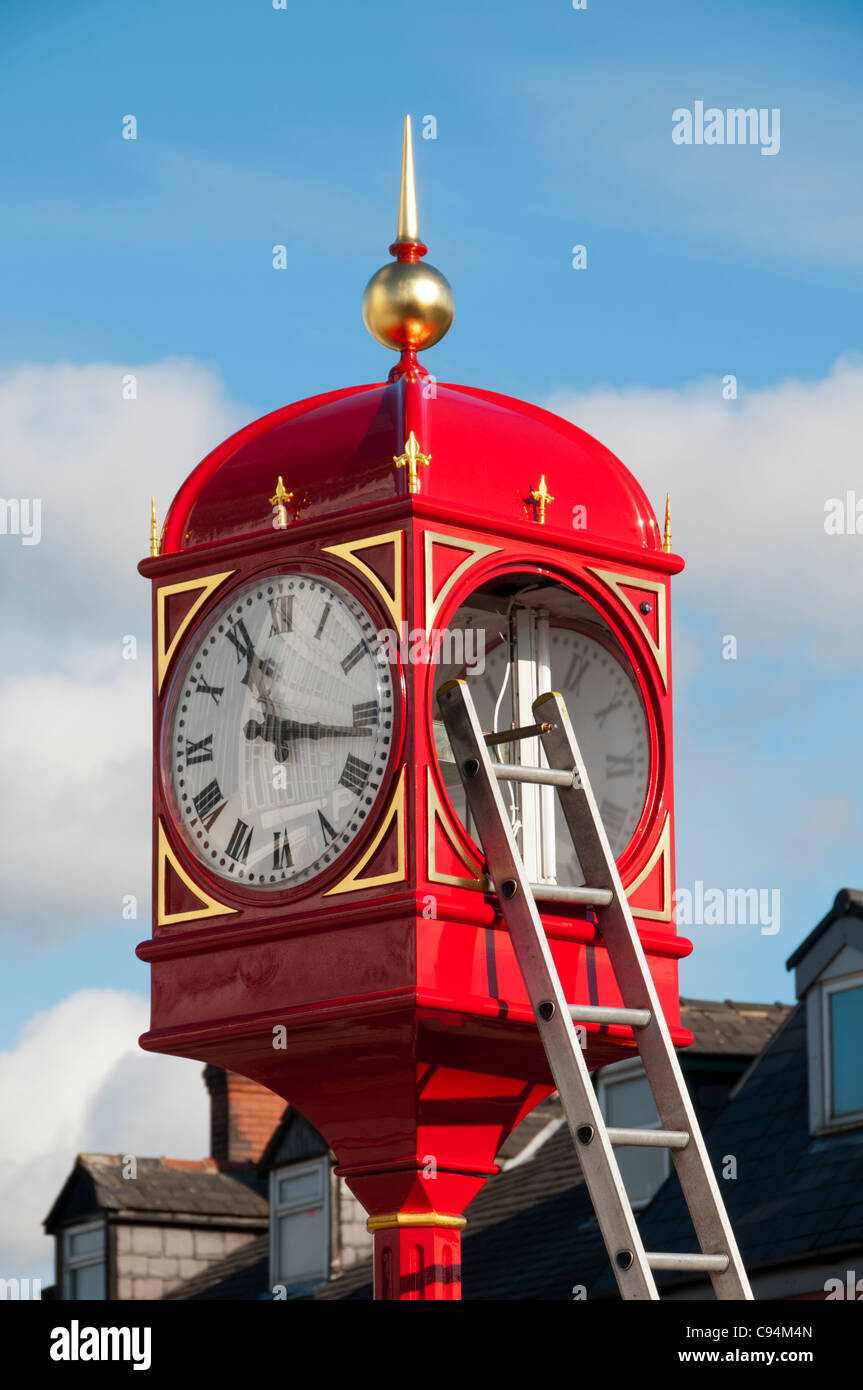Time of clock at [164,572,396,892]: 11:16
